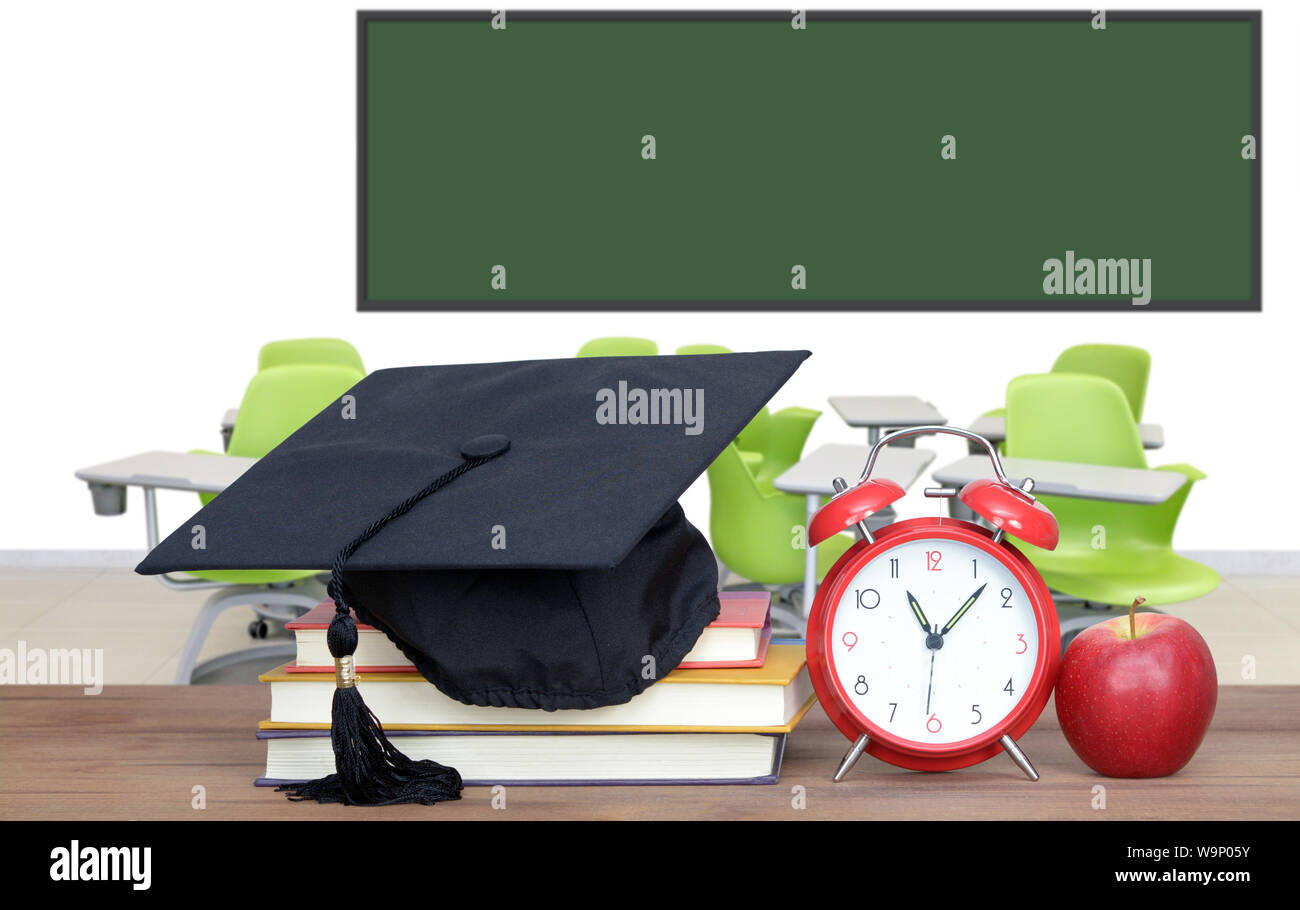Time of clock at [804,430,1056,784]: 11:07
